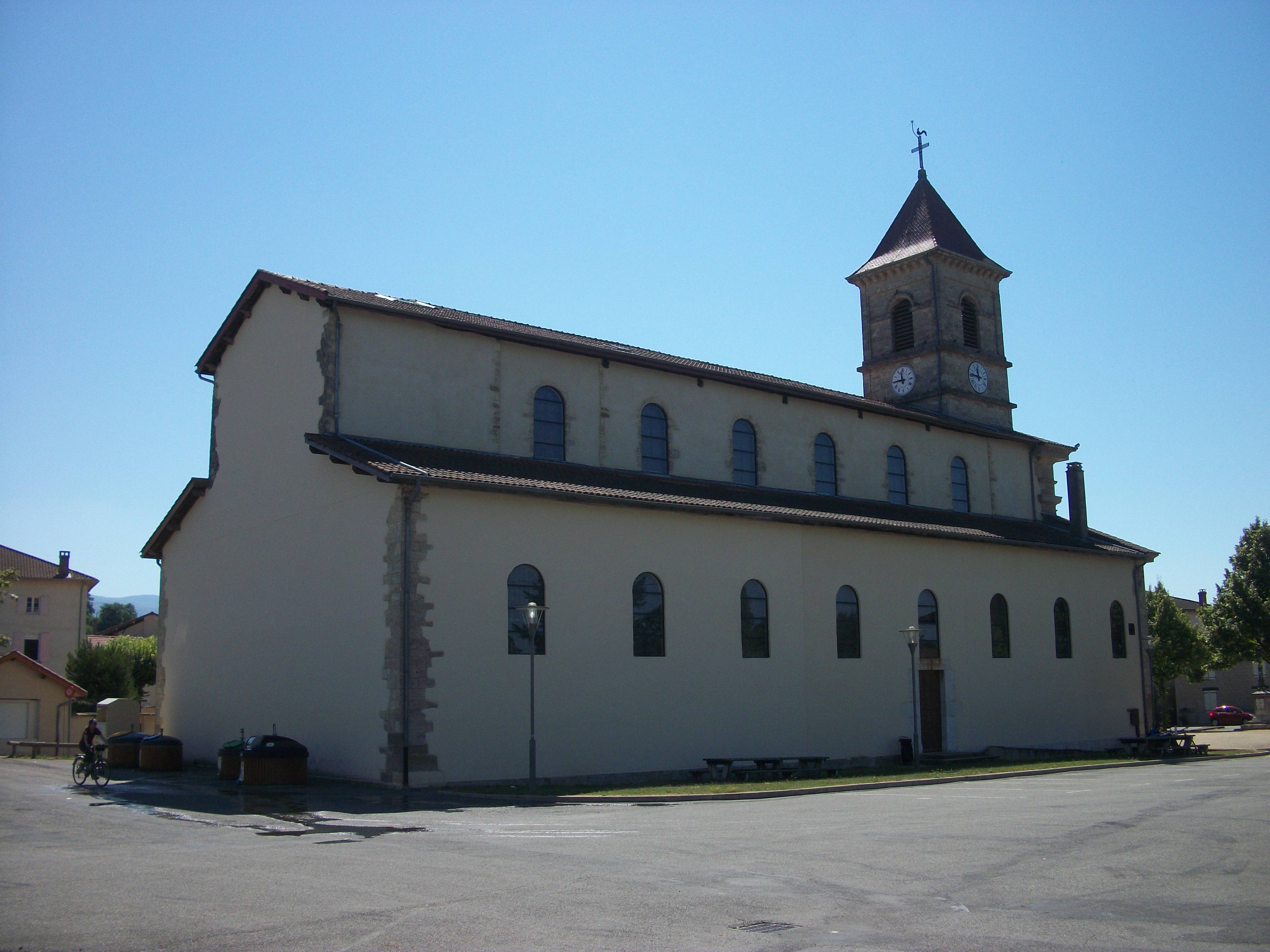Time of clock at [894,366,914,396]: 11:44
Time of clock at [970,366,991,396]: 11:46
